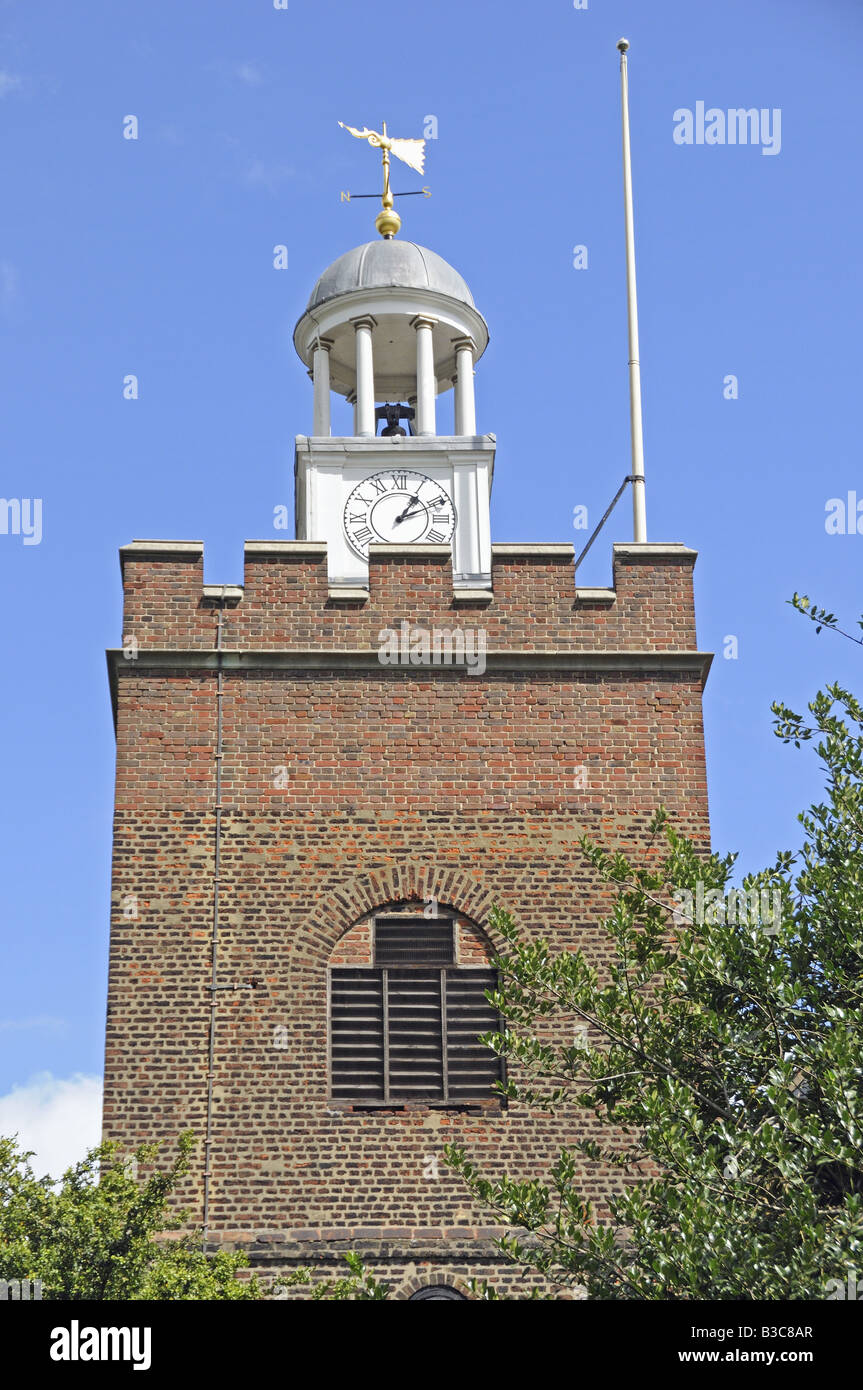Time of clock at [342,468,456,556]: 1:10
